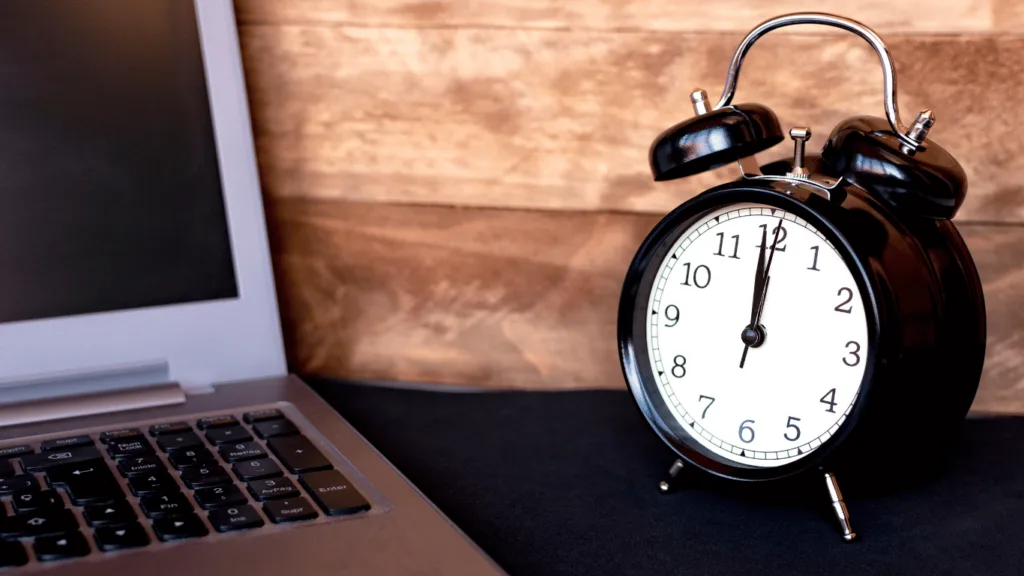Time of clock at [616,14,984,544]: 12:00
